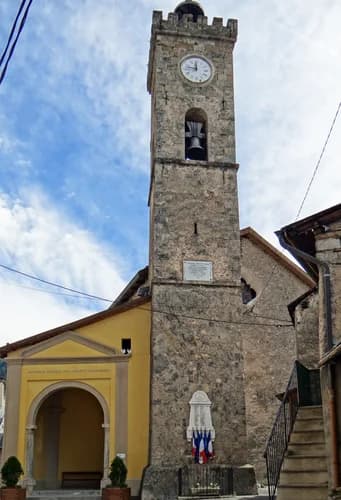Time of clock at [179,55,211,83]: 11:46
